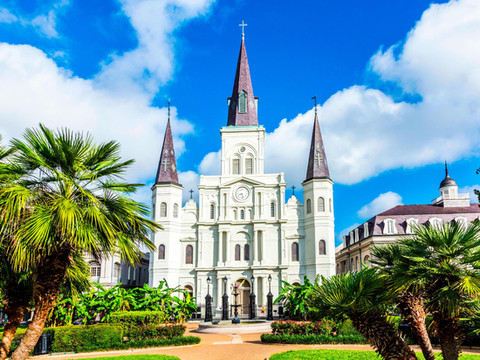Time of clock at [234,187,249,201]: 8:27
